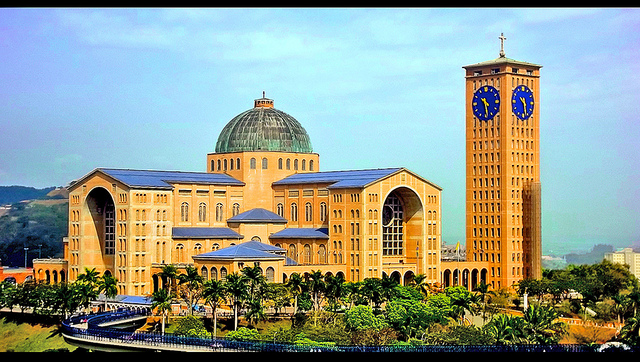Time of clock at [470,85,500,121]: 10:28
